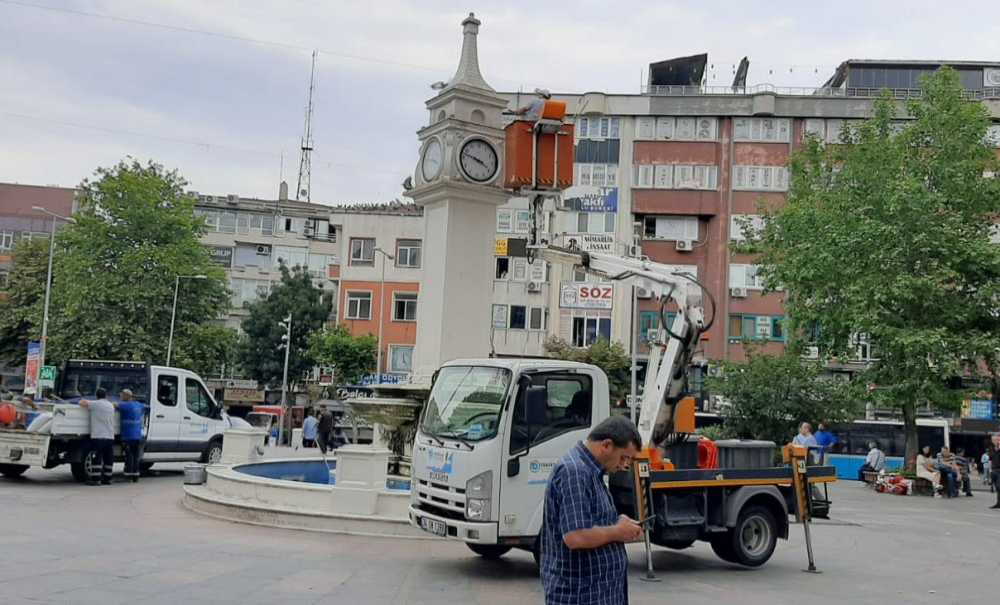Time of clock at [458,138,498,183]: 3:47
